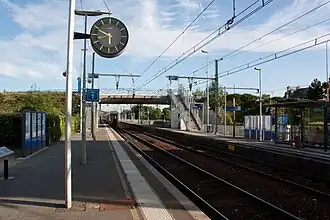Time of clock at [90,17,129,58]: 5:49
